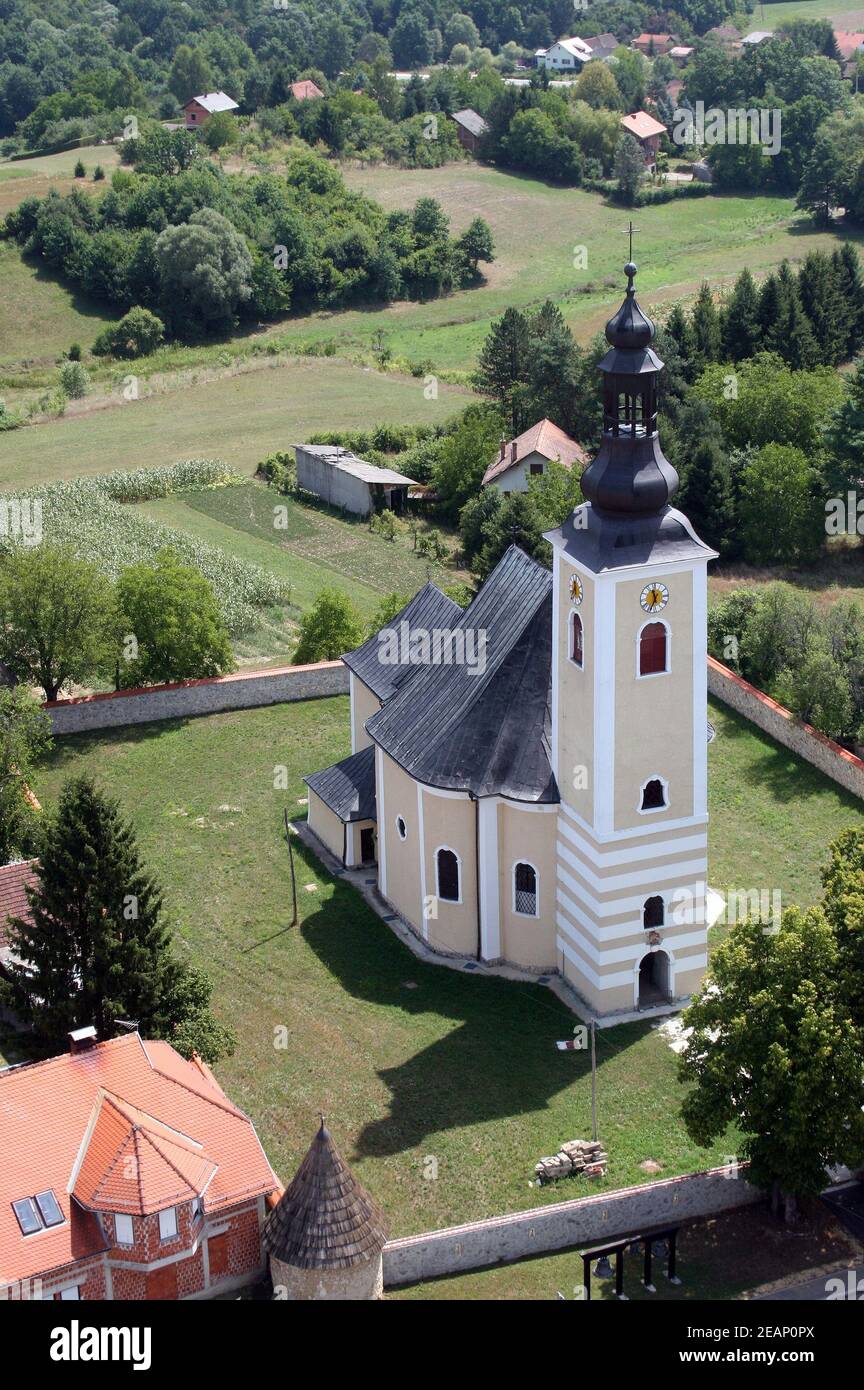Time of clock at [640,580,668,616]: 11:35
